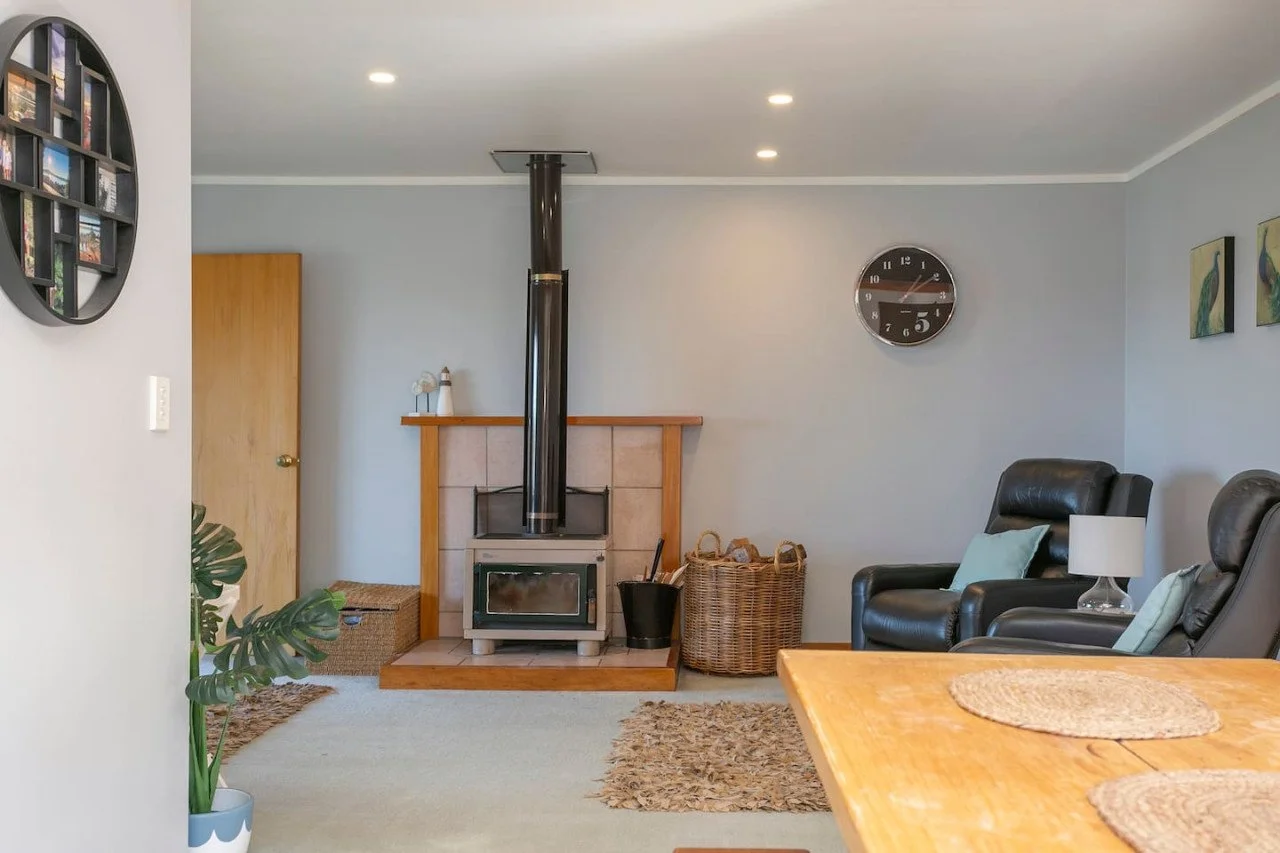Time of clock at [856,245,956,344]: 1:09
